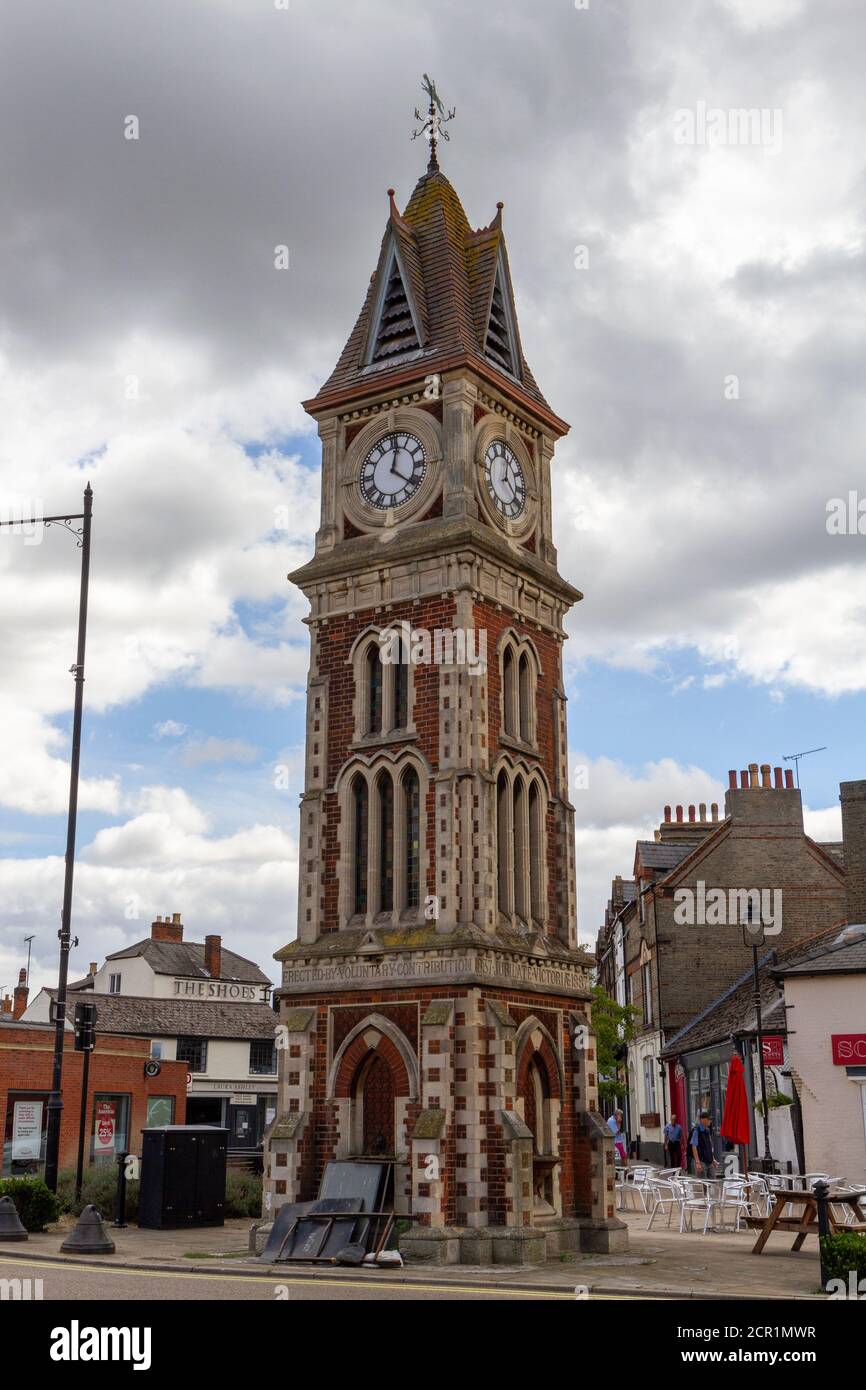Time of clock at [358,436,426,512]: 12:21
